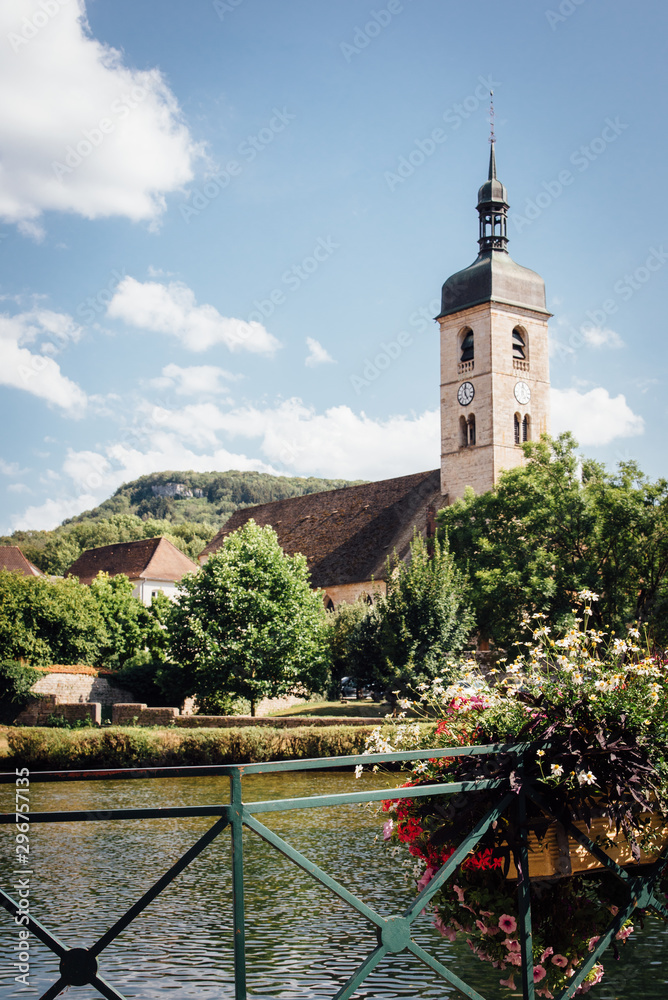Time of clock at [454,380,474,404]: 4:59
